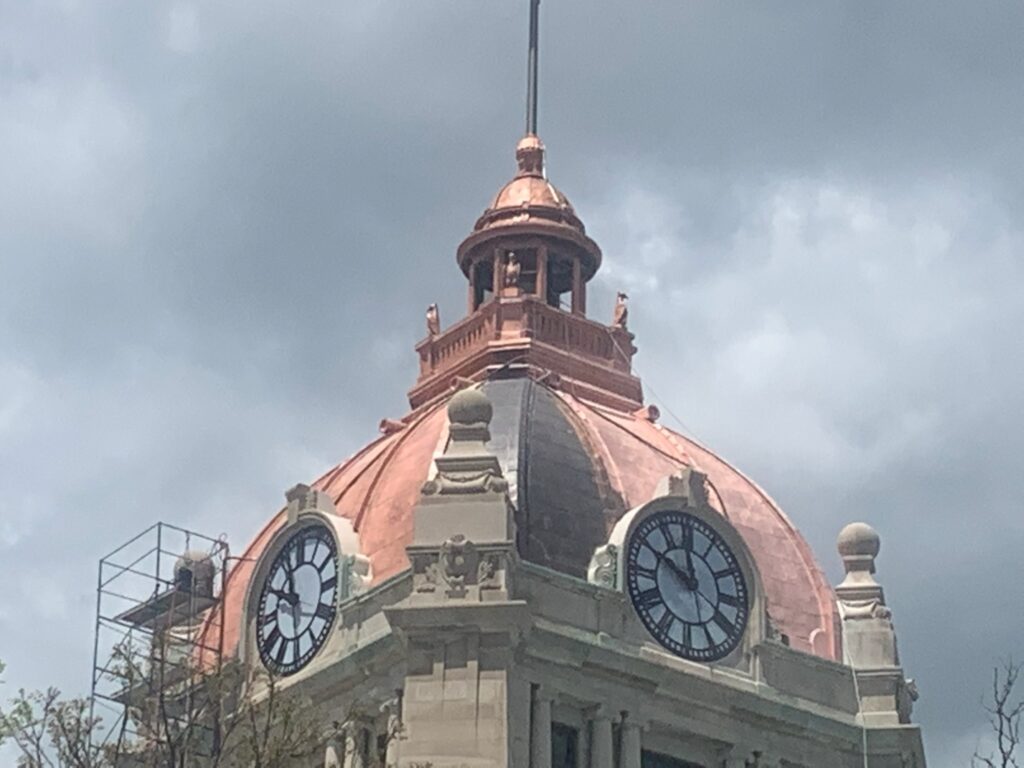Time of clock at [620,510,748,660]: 11:50
